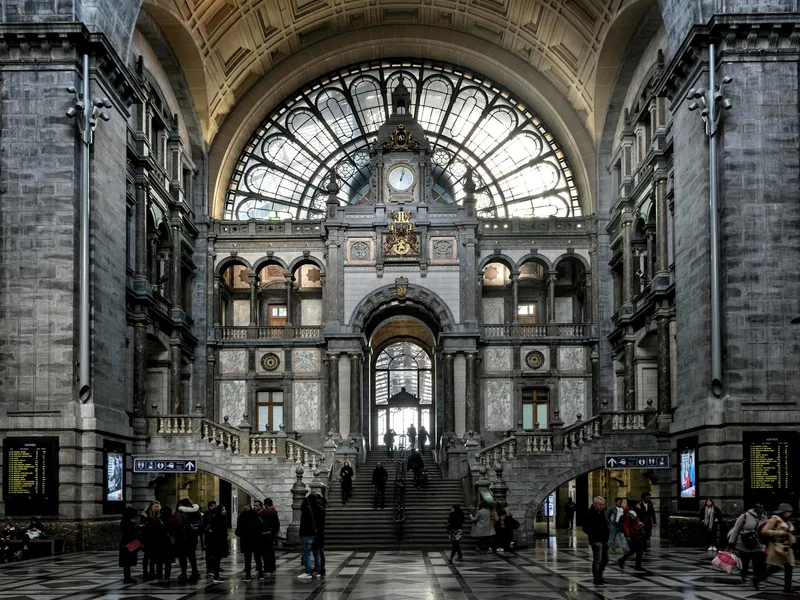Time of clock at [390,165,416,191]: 1:02
